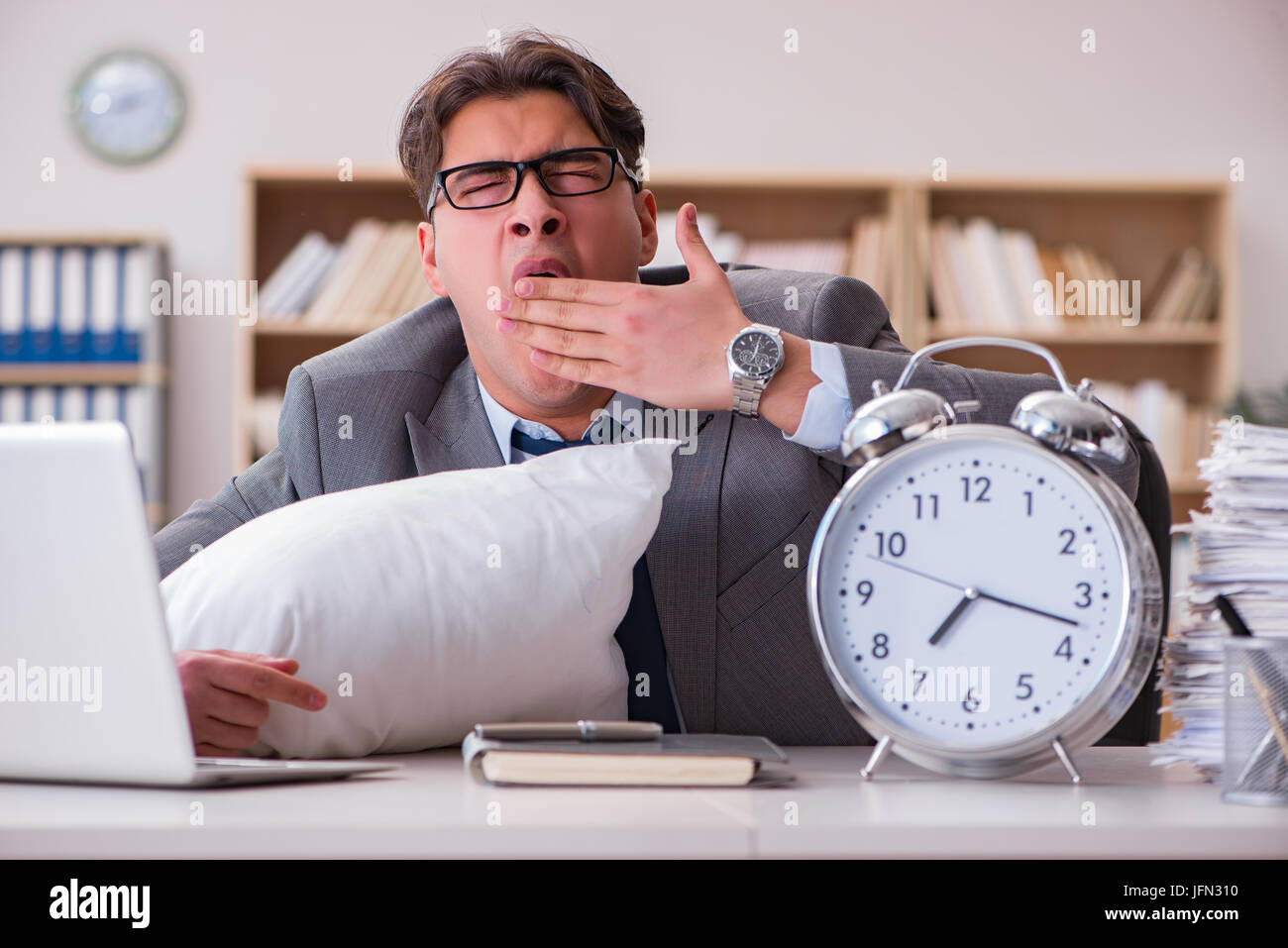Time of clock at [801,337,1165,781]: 7:17
